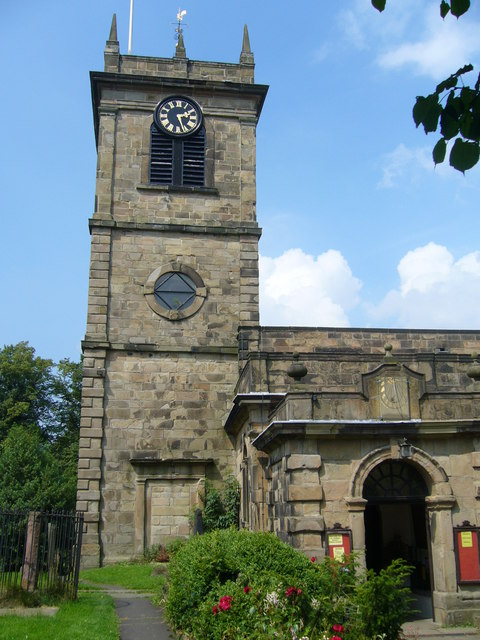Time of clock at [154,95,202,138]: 2:26
